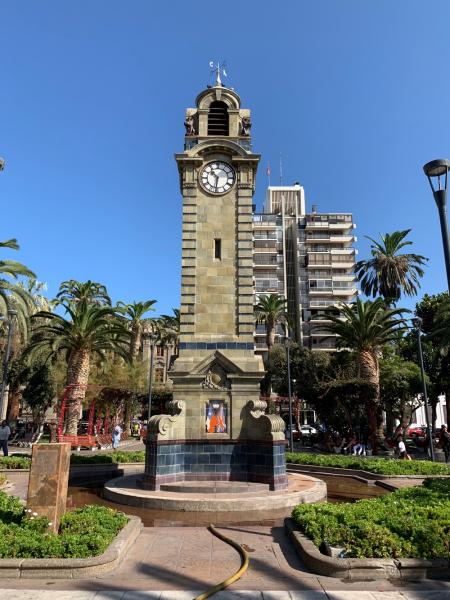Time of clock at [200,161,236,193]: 10:31
